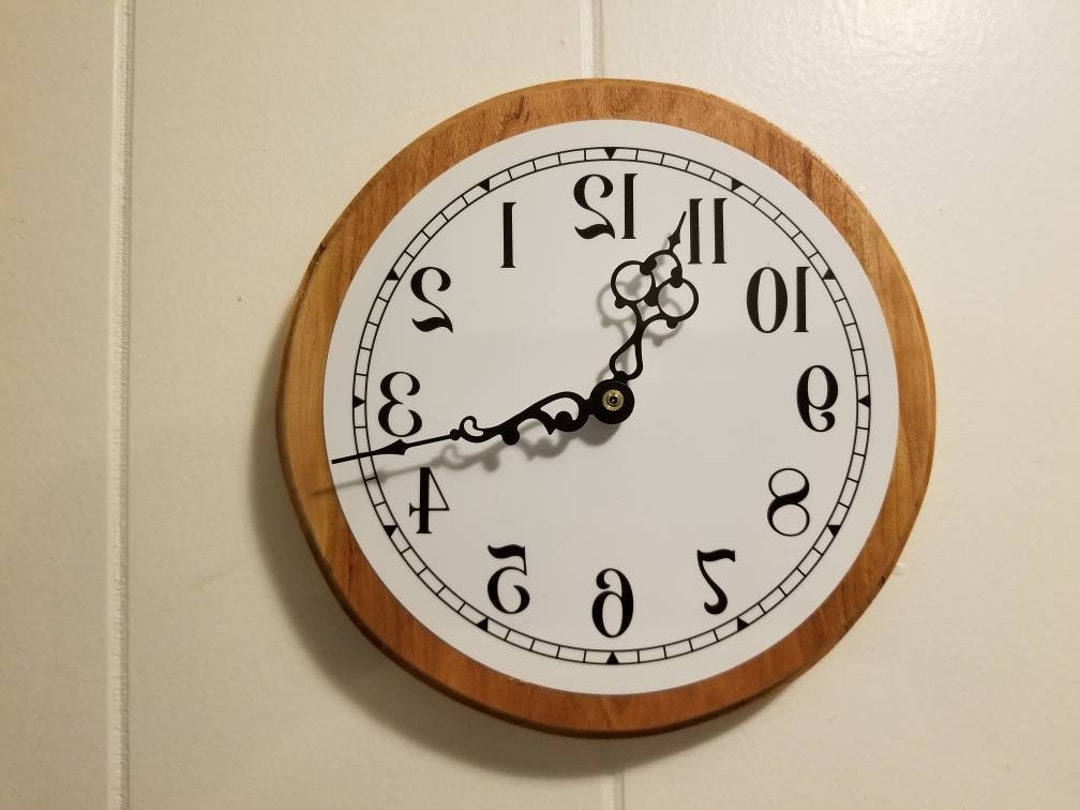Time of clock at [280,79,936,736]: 12:42
